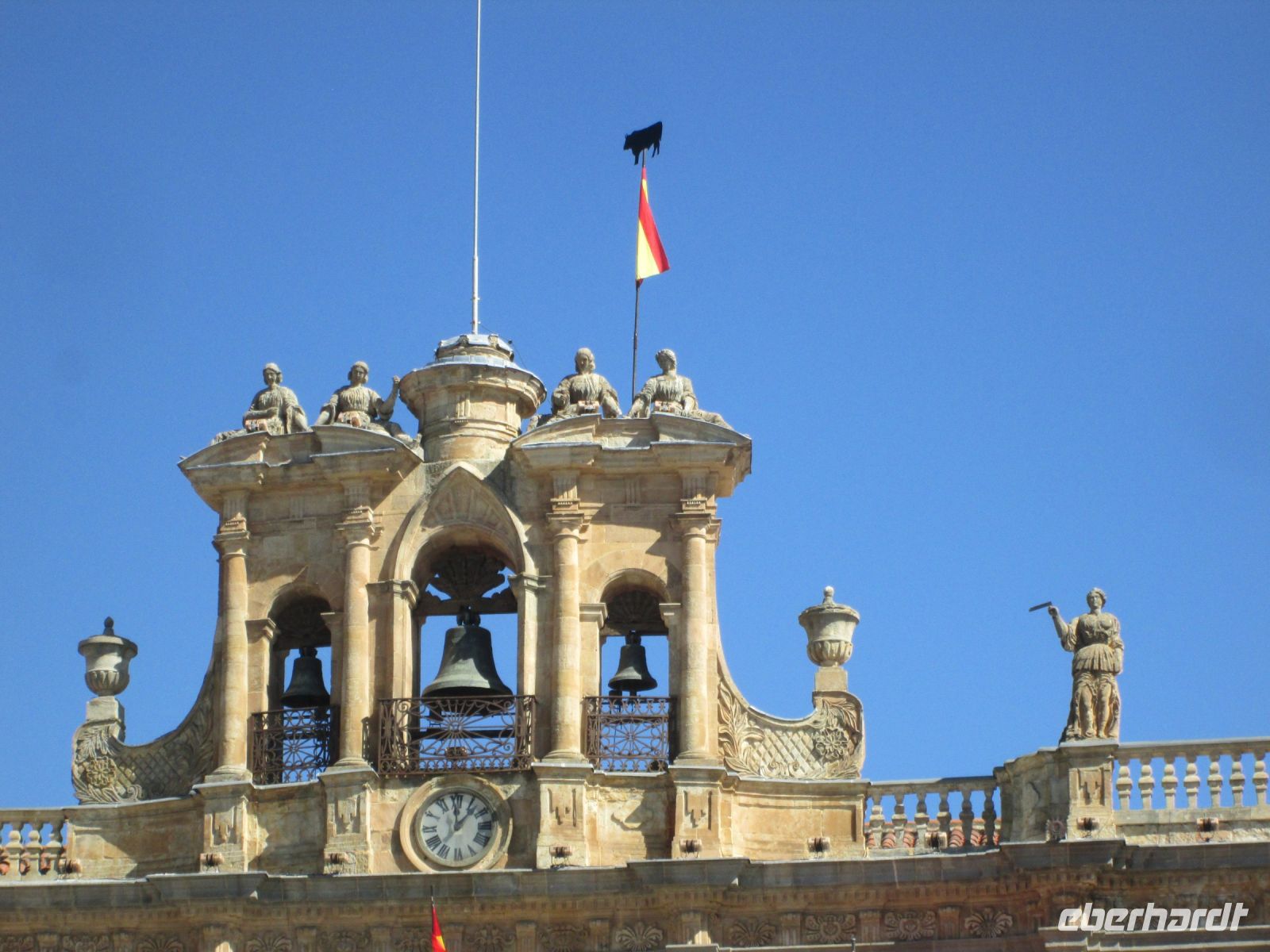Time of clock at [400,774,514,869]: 12:07
